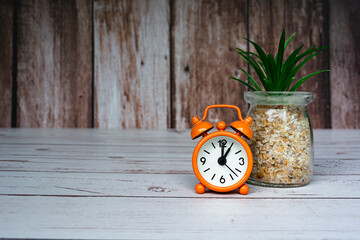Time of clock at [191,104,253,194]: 12:05
